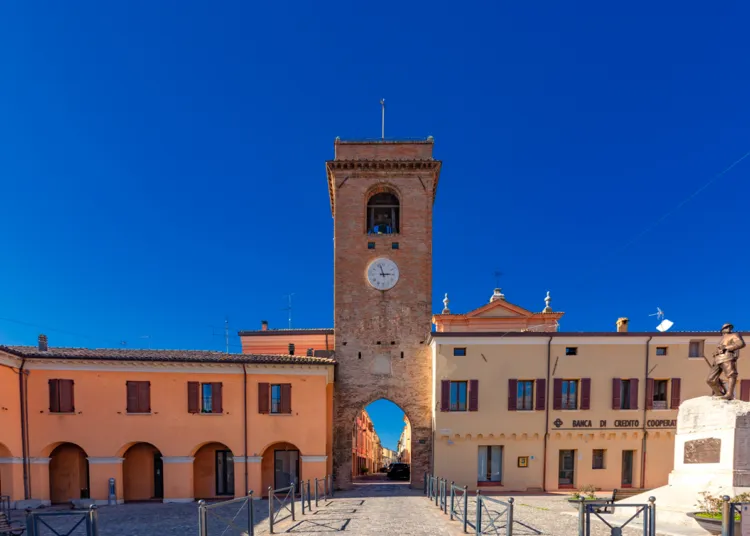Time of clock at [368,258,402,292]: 2:57
